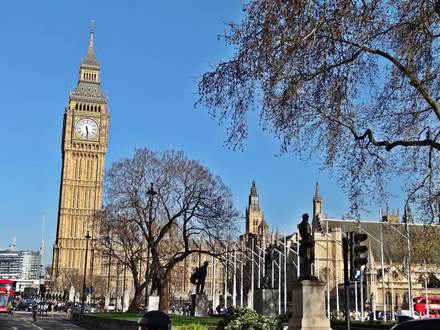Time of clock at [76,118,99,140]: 5:28
